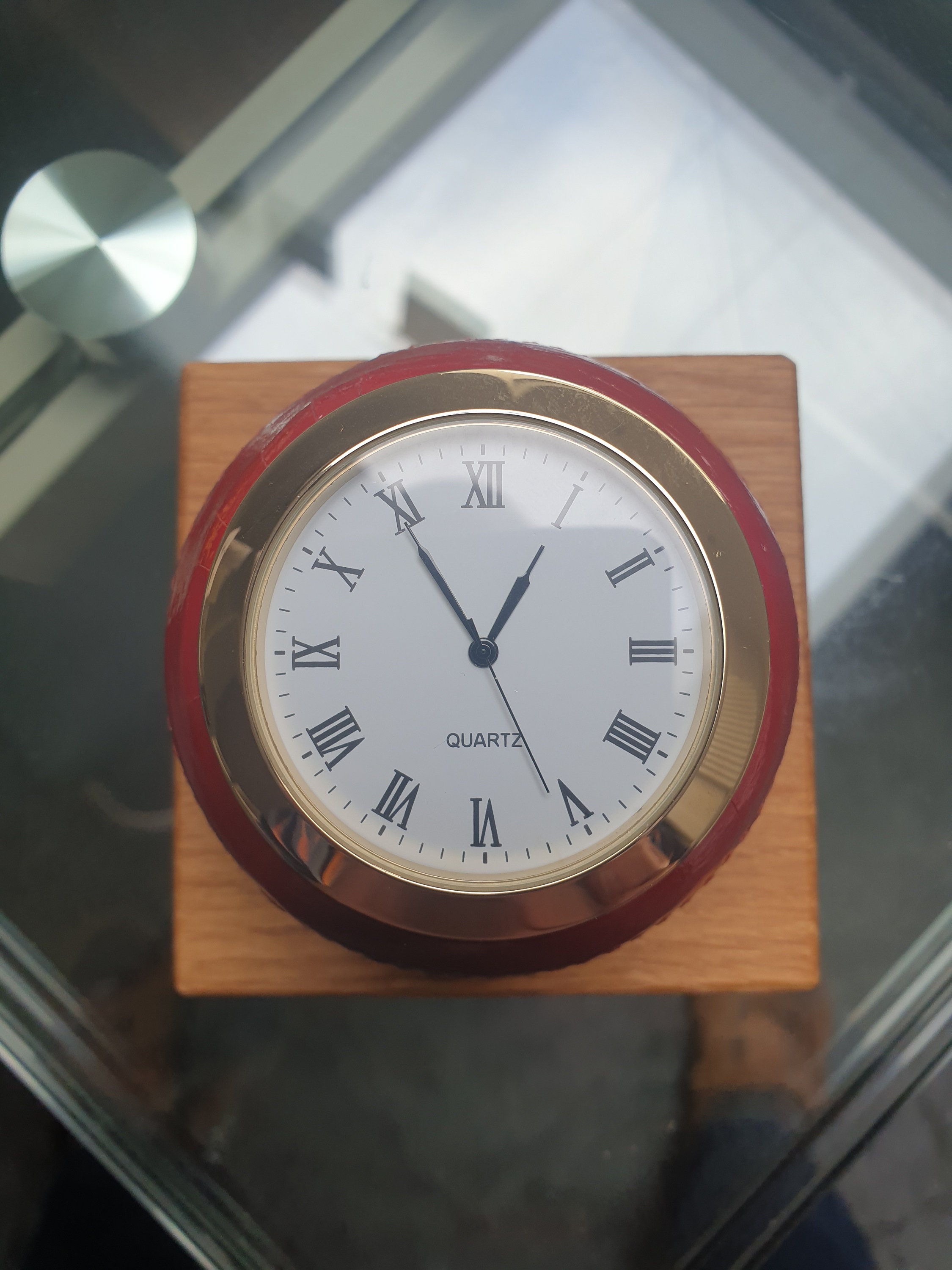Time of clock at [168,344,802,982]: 12:54
